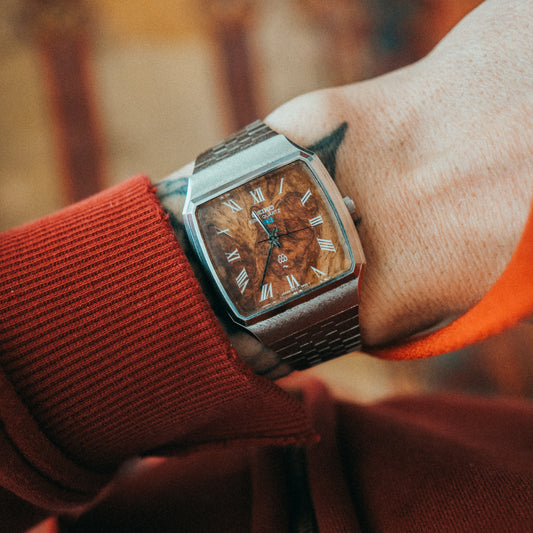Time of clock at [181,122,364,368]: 11:35
